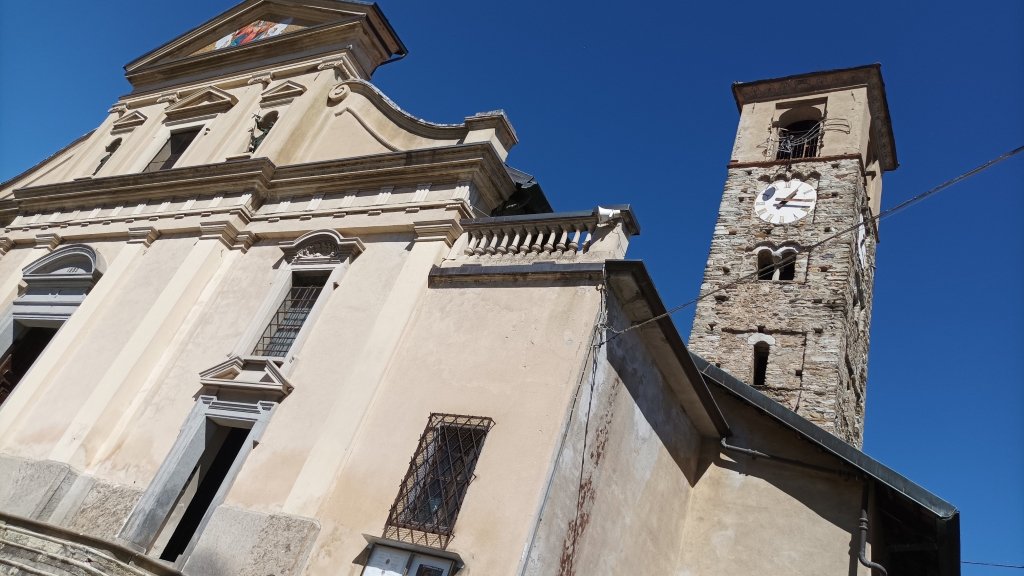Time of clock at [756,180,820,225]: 1:16
